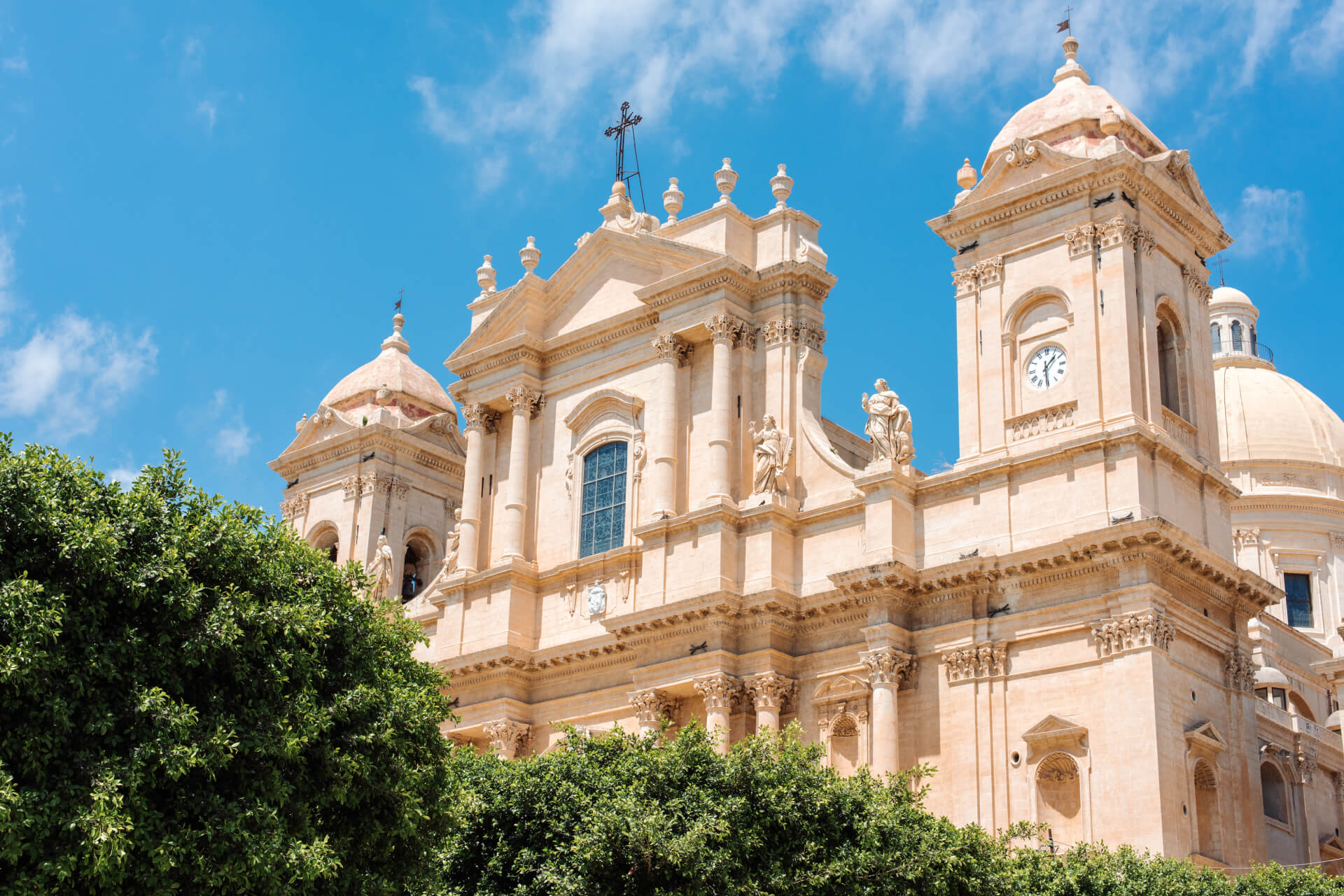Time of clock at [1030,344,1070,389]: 1:30
